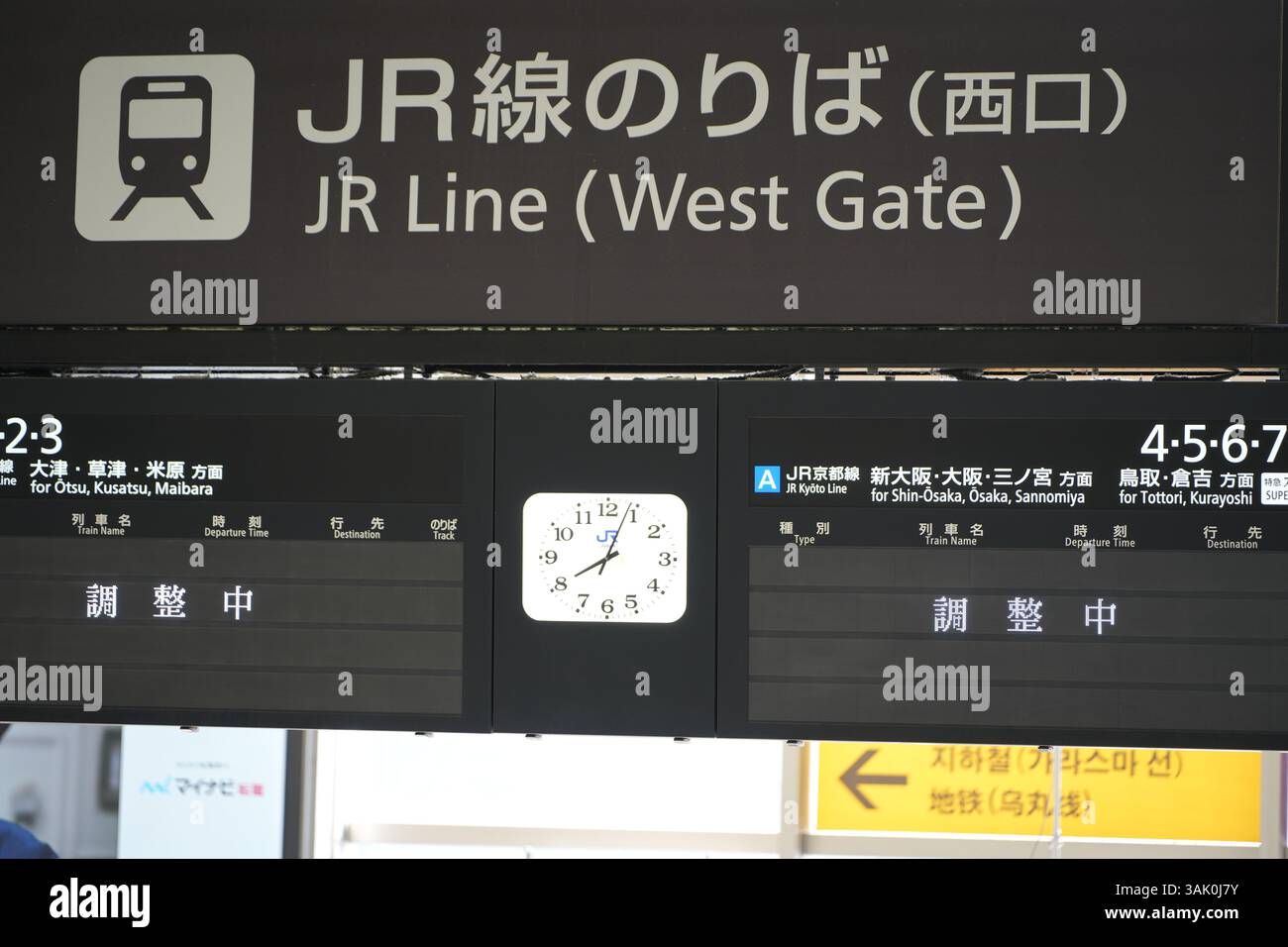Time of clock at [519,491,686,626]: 8:03
